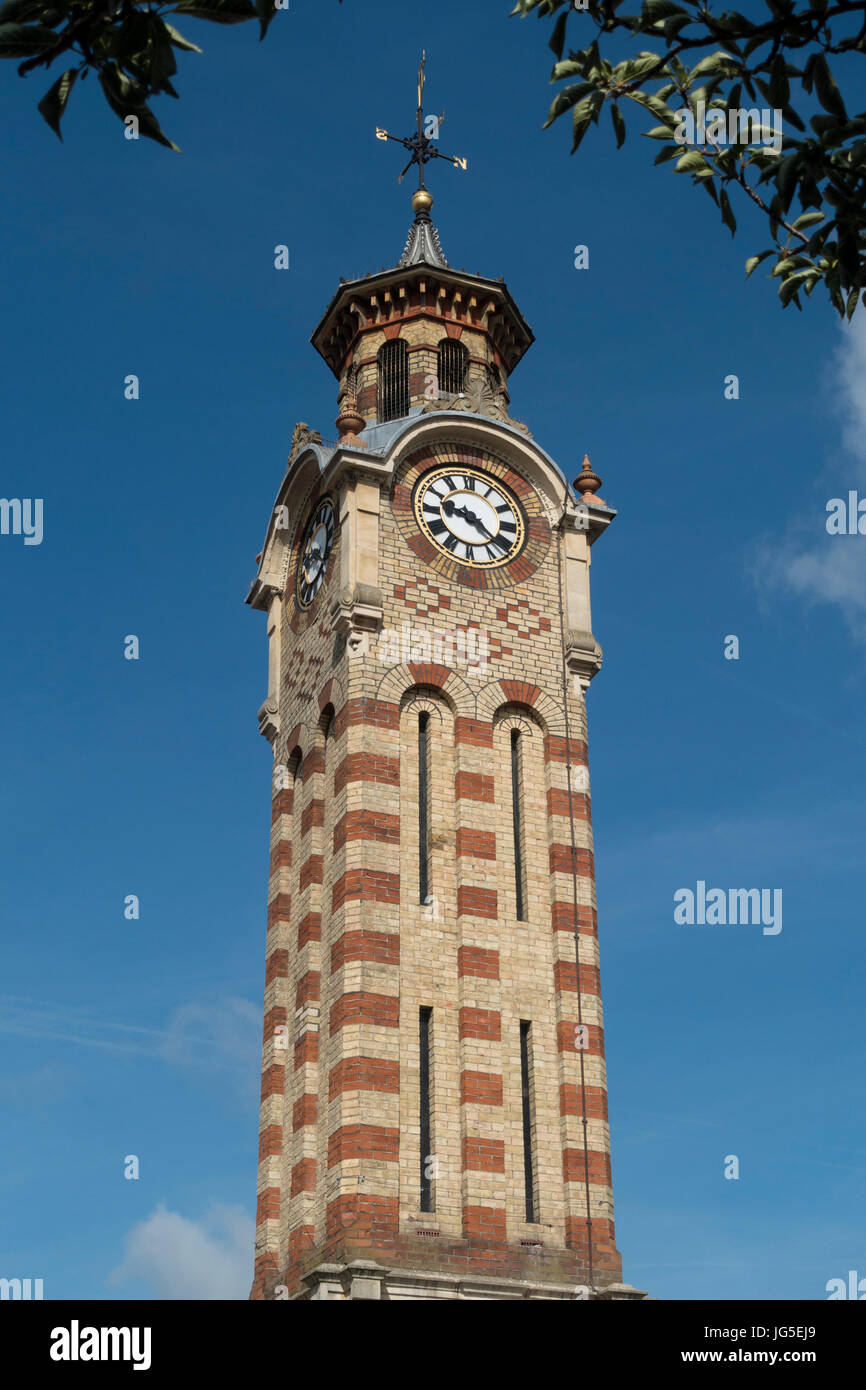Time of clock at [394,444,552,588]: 9:22
